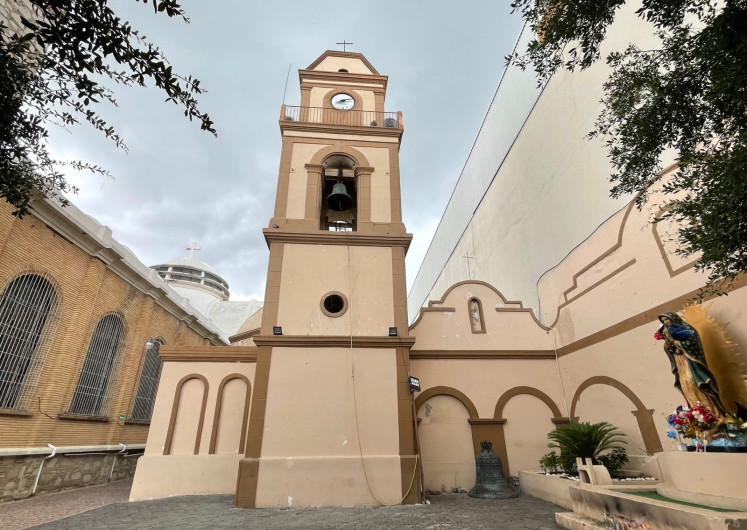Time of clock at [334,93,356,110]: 8:12
